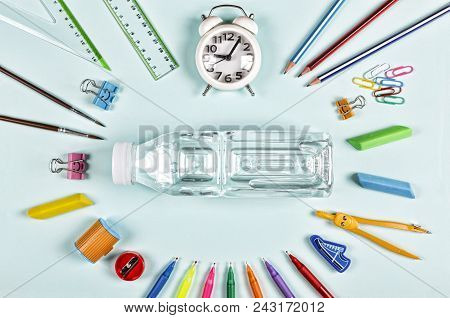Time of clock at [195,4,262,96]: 9:05
